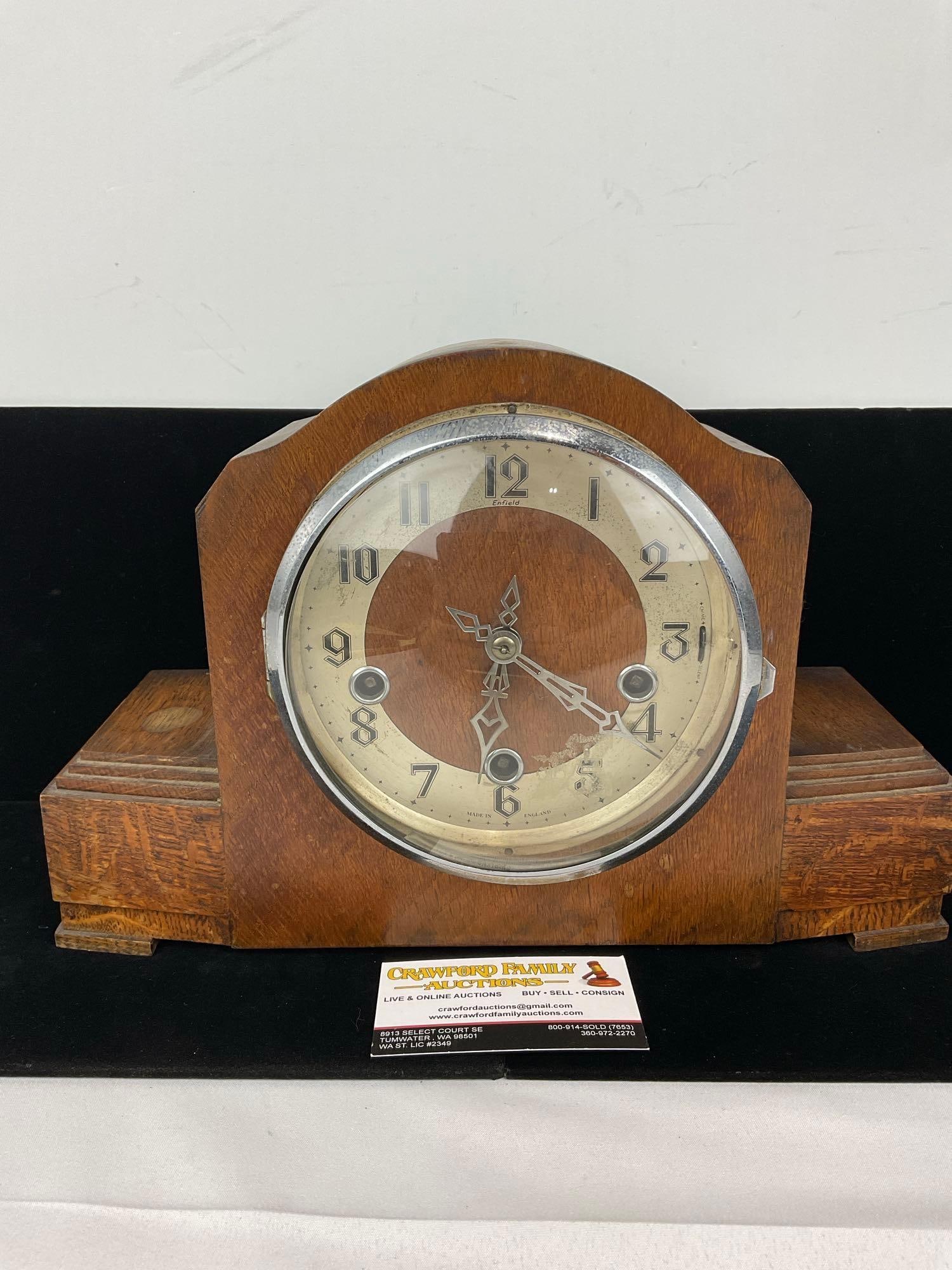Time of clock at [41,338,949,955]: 6:21
